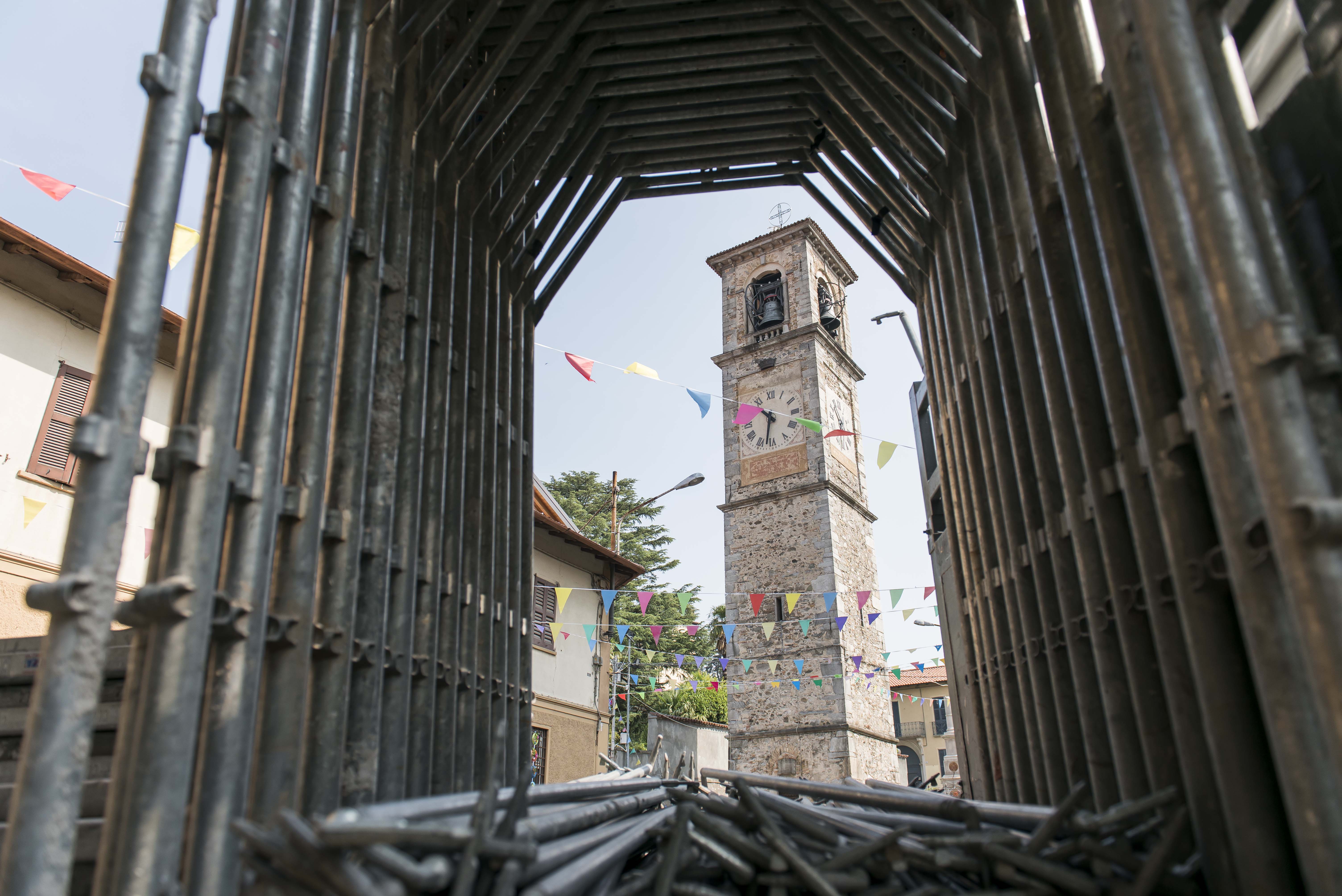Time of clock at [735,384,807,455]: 10:32
